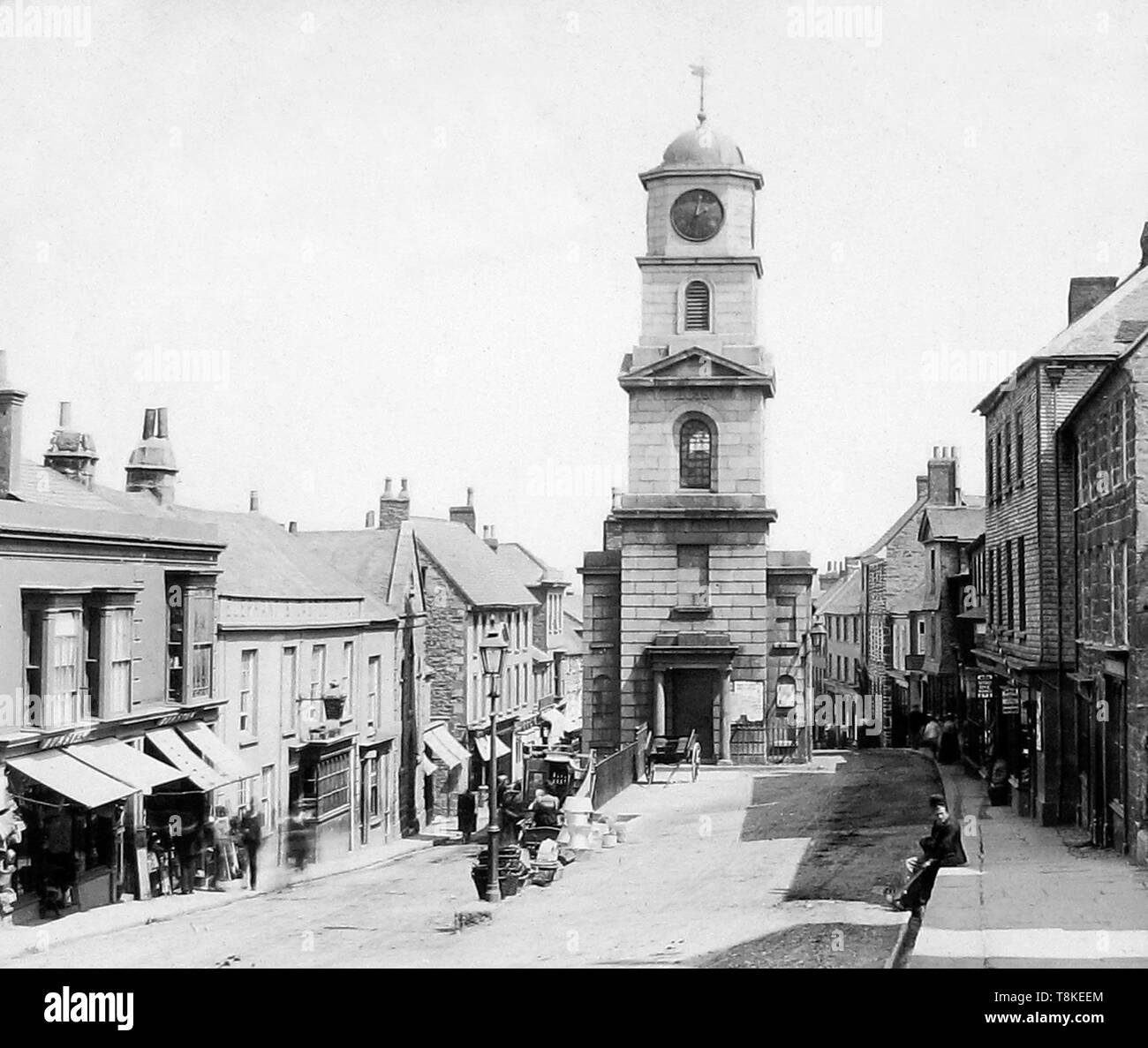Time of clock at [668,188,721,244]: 2:02
